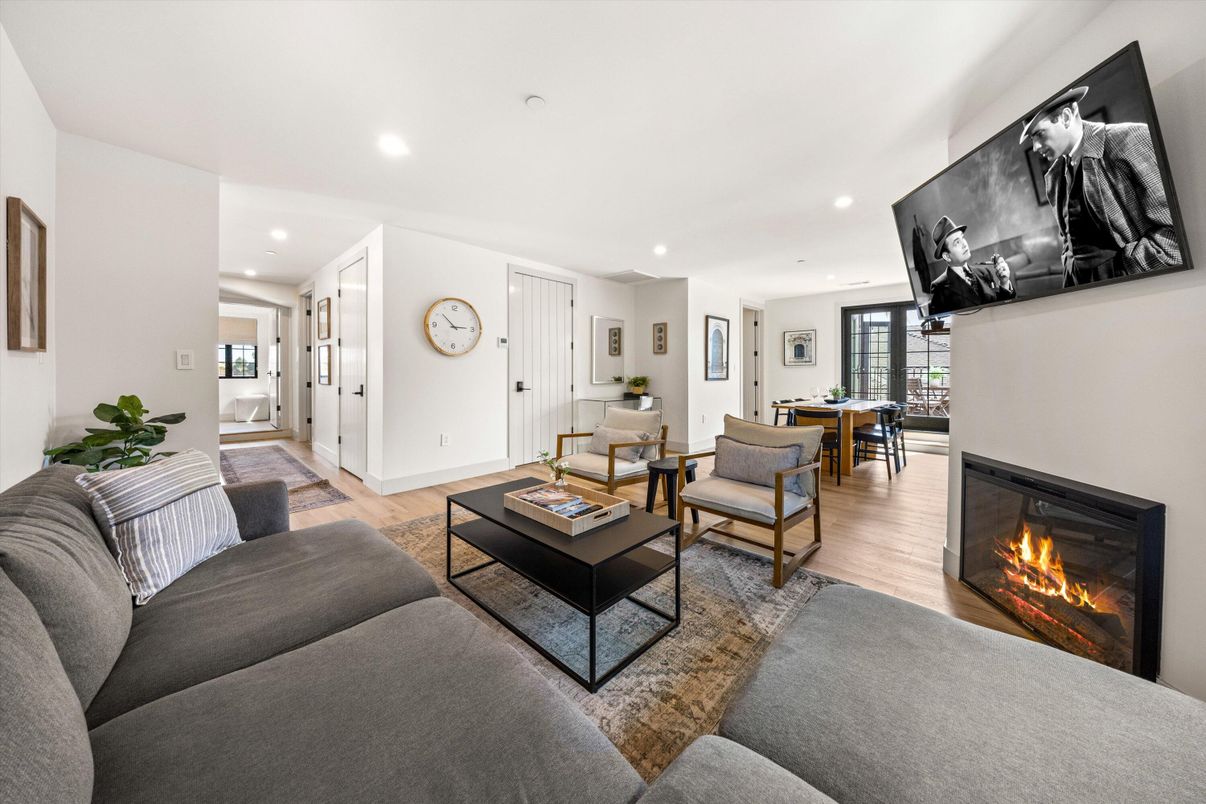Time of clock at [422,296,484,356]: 2:52
